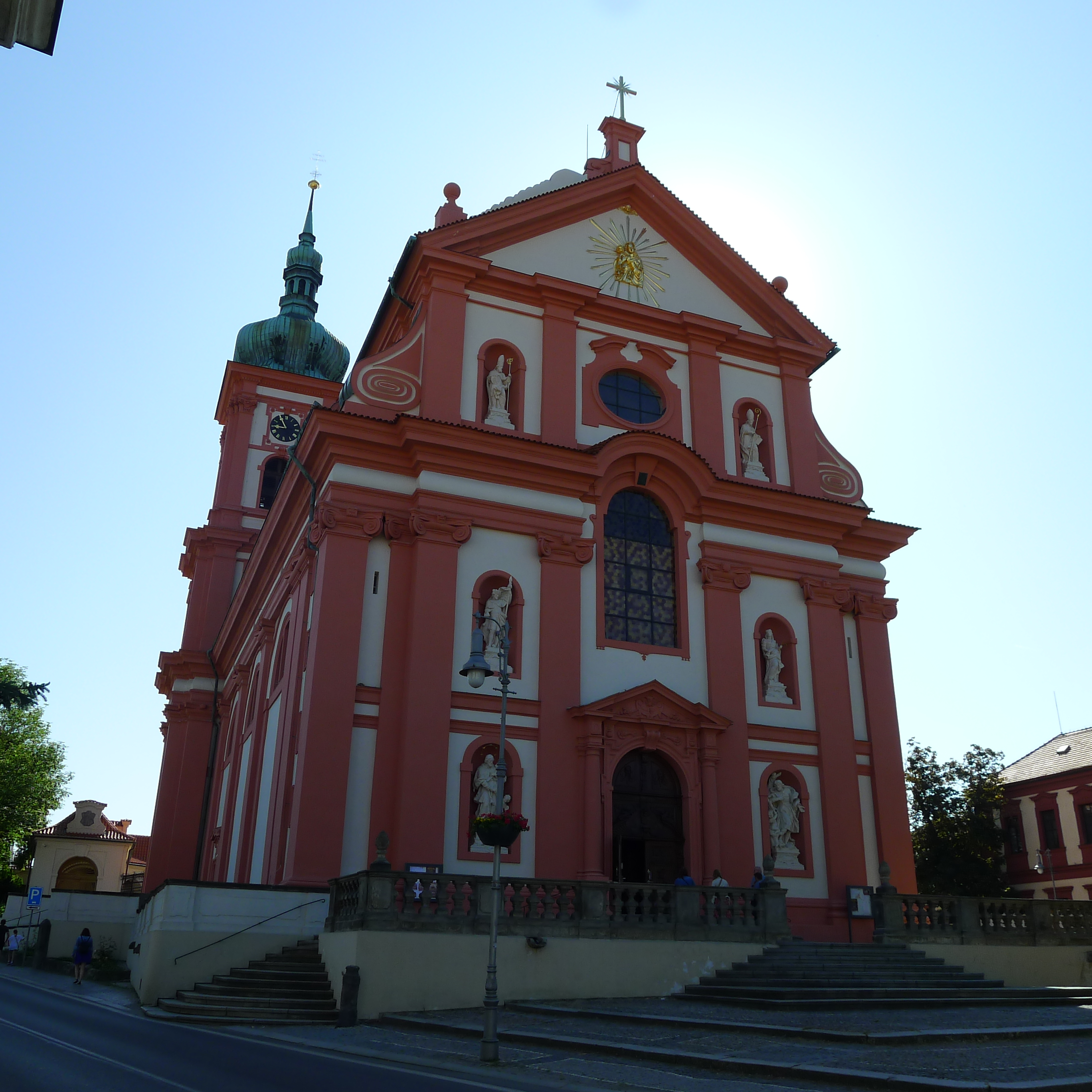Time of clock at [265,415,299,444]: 8:54
